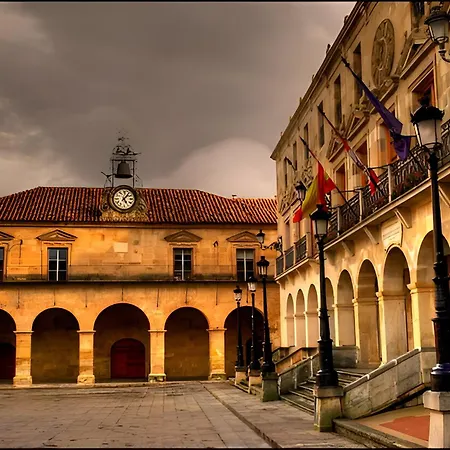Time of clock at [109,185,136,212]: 5:06
